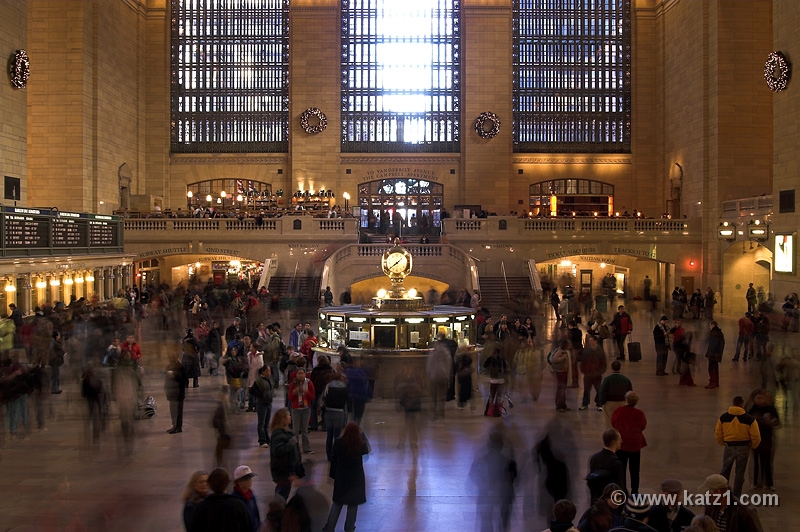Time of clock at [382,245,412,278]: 1:38
